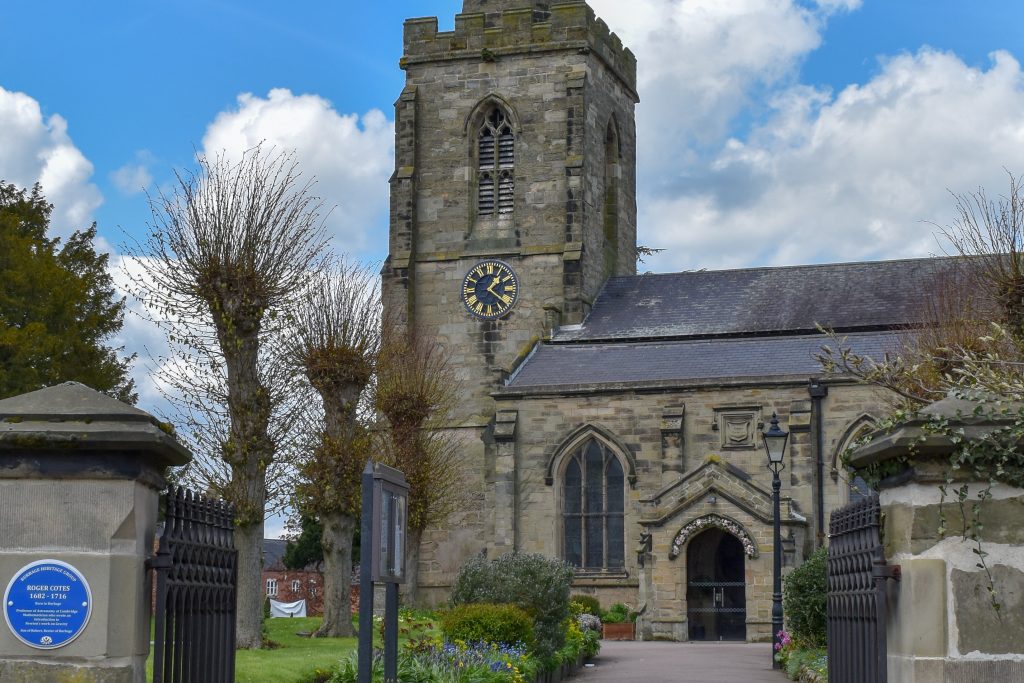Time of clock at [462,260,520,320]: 1:21
